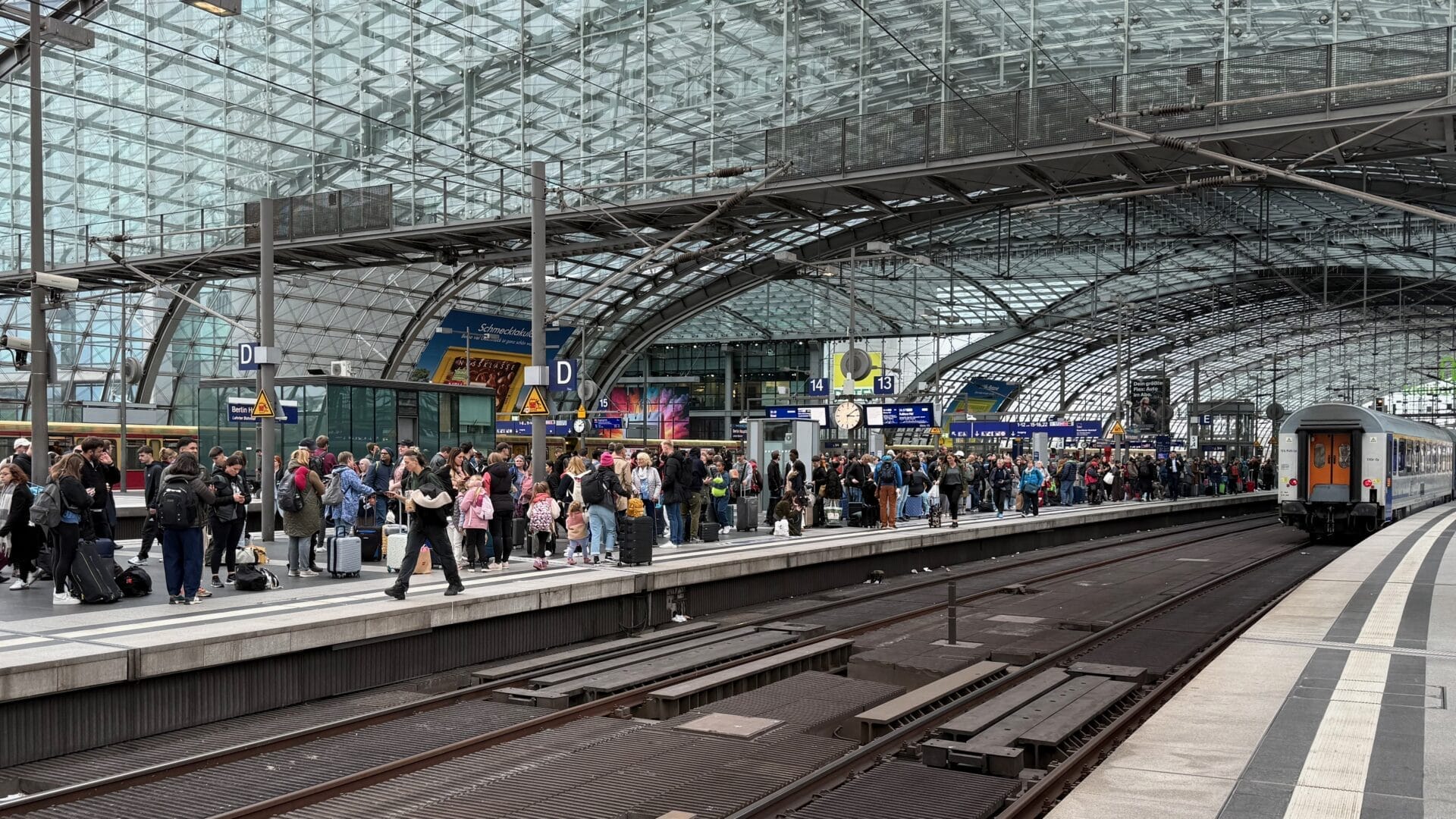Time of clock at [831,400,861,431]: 3:09
